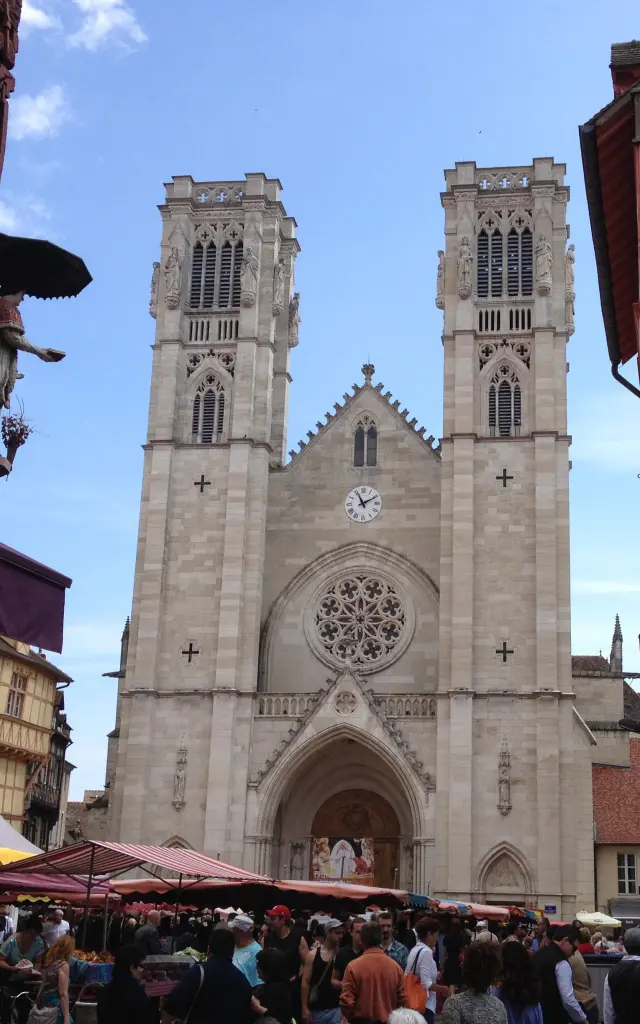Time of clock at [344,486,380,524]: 11:10
